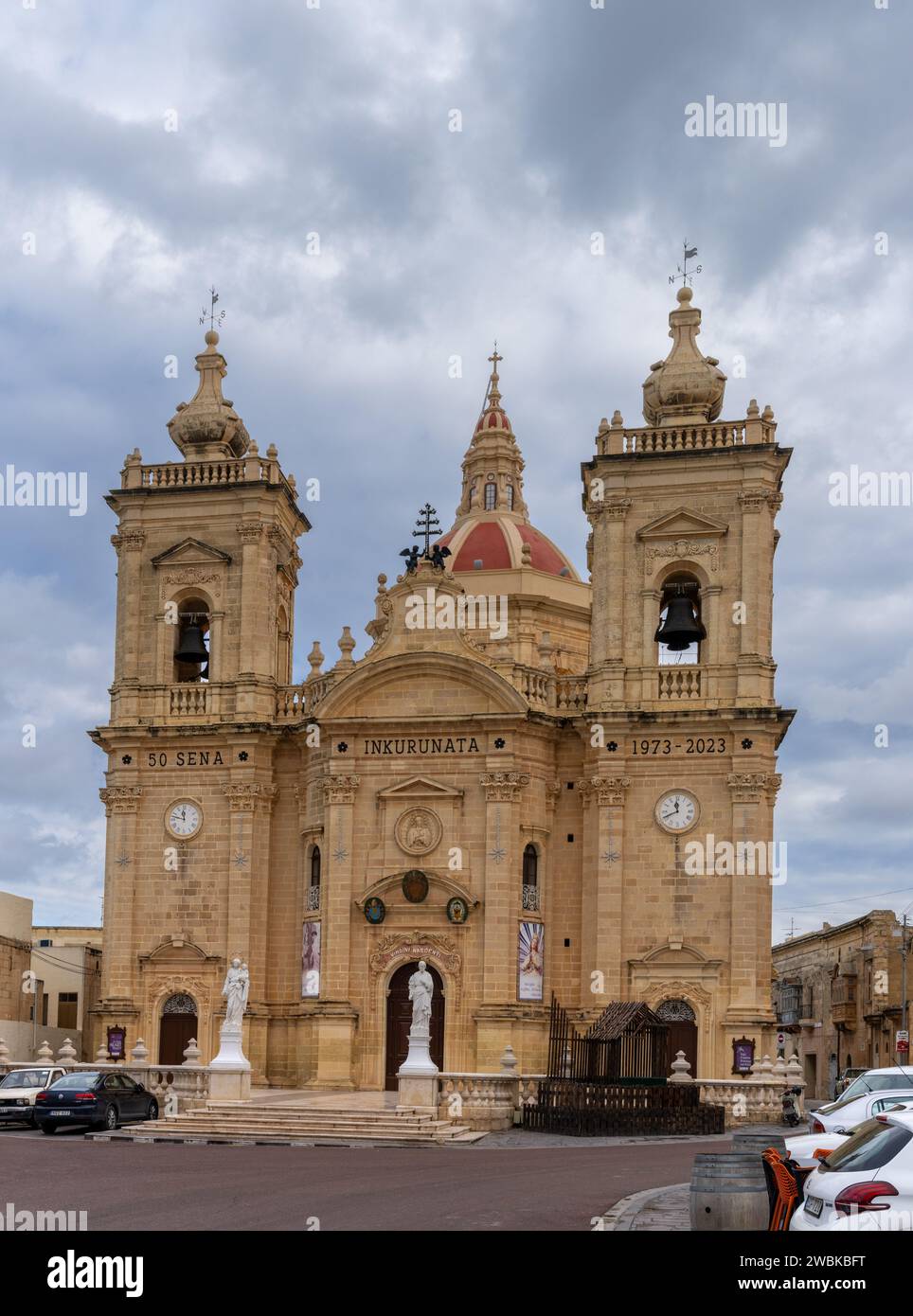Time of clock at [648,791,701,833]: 11:41
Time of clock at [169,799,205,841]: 11:47
